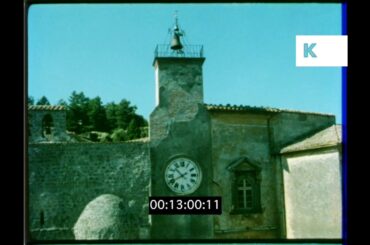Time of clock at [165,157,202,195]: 10:40
